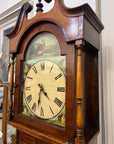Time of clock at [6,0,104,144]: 4:31
